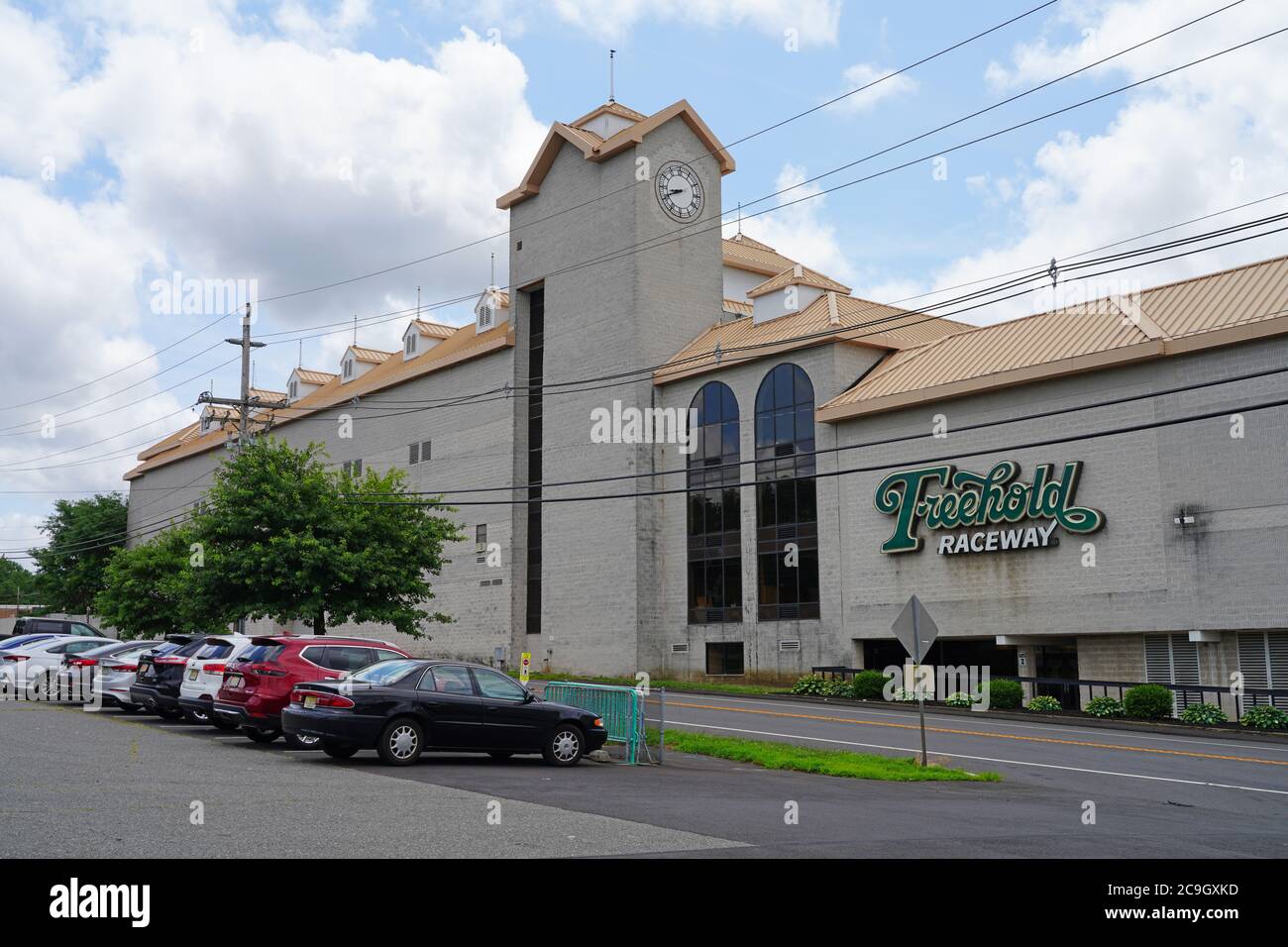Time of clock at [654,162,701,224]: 8:40
